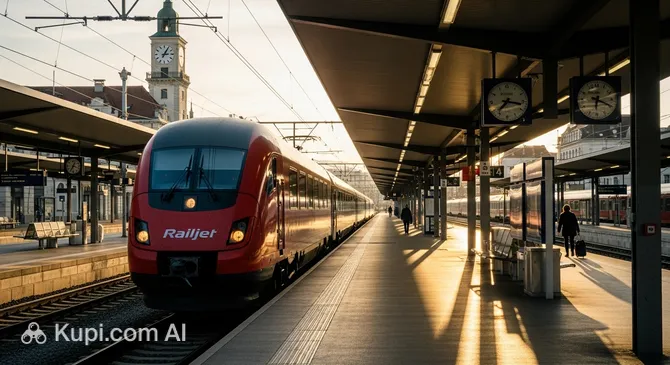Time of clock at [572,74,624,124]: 6:19
